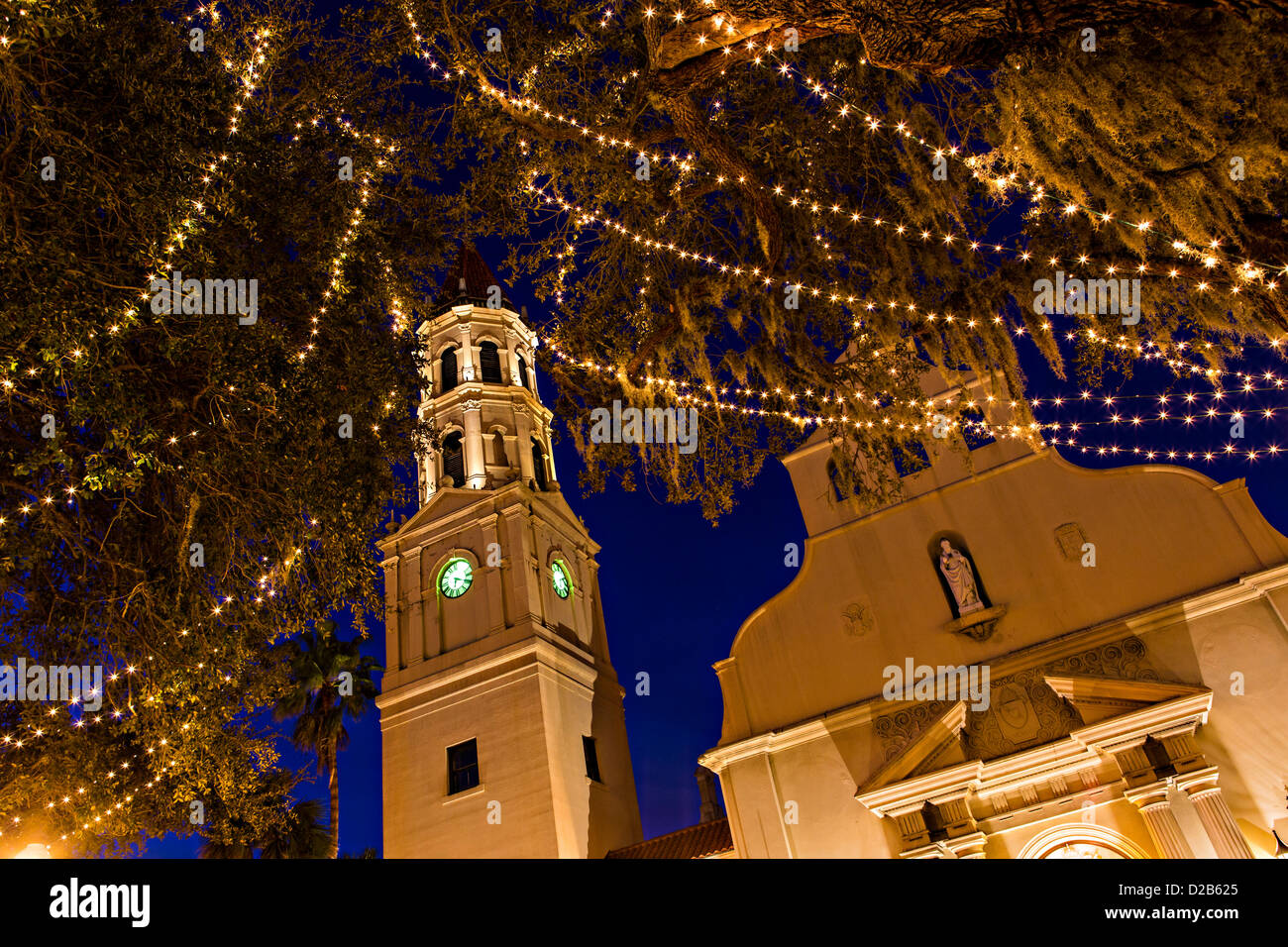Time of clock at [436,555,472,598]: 6:18
